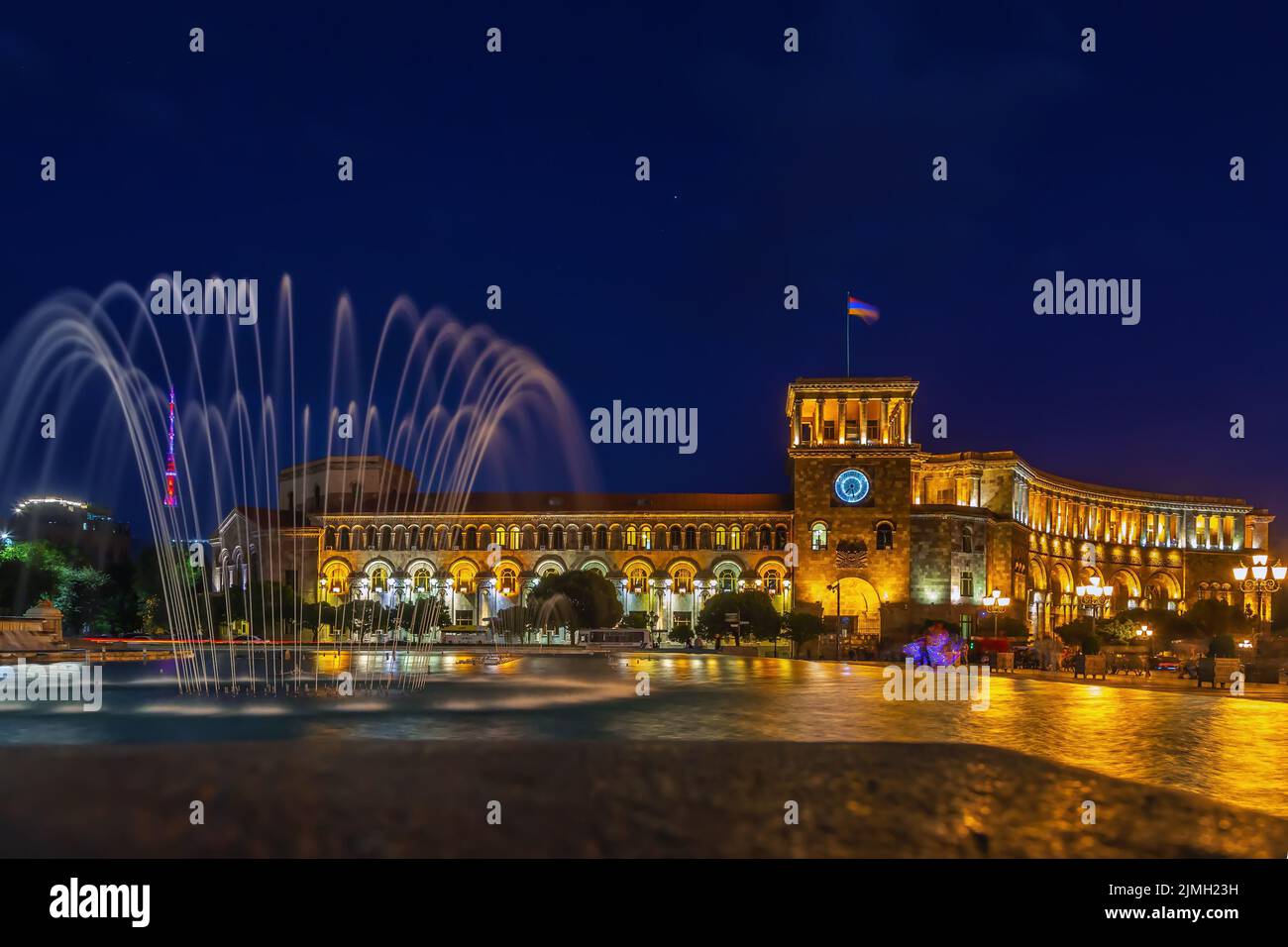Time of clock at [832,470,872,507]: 7:28
